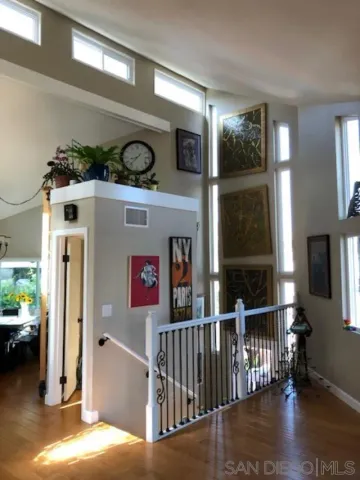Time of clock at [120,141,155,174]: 8:37
